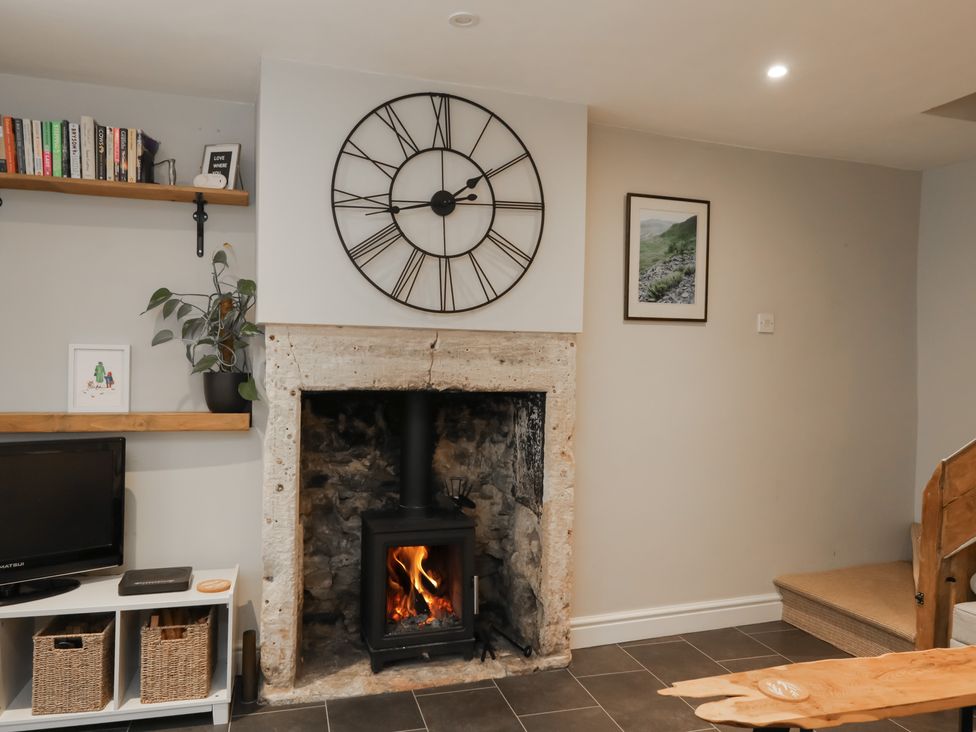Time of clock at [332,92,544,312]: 1:43
